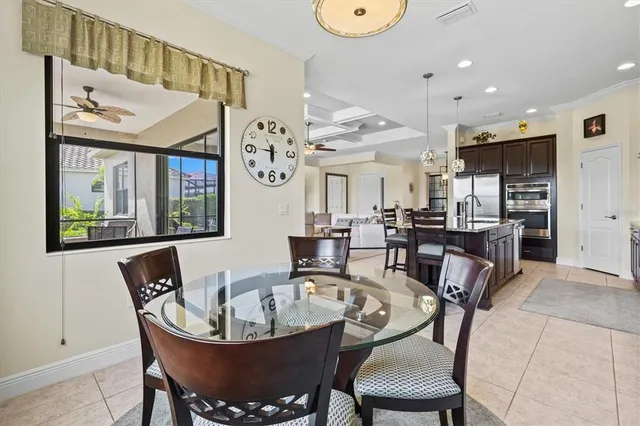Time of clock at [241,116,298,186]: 5:45
